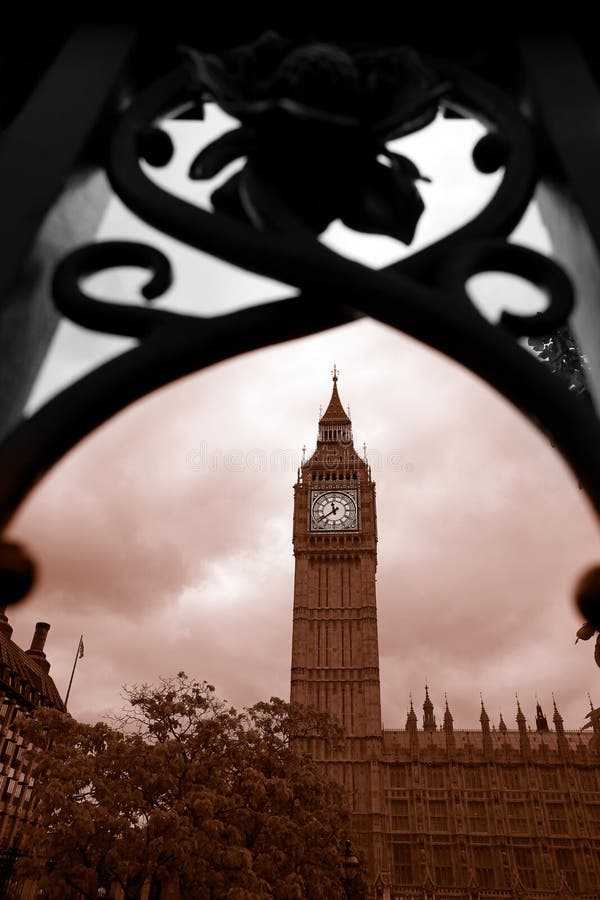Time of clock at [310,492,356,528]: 11:38
